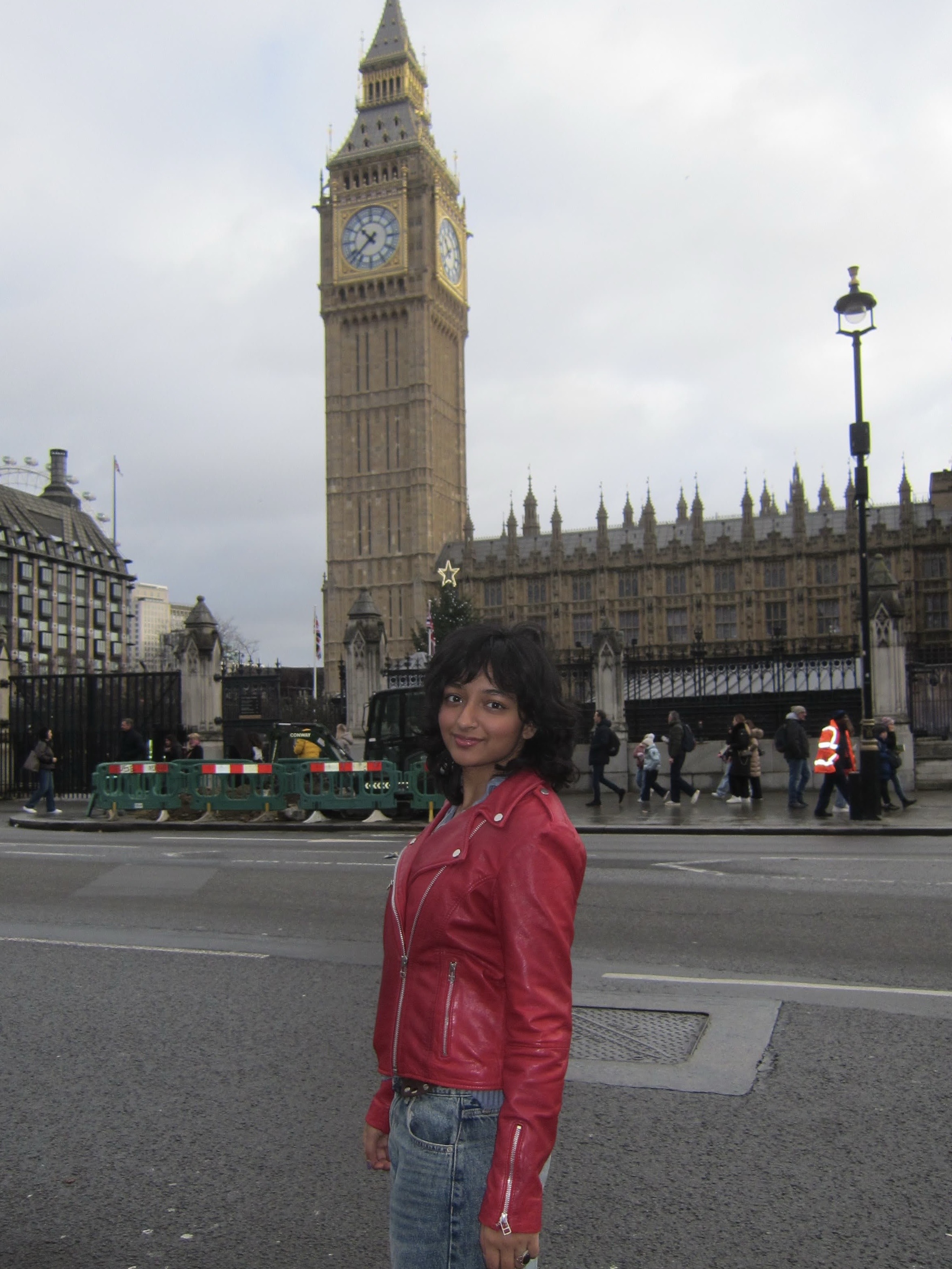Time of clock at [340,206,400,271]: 10:37
